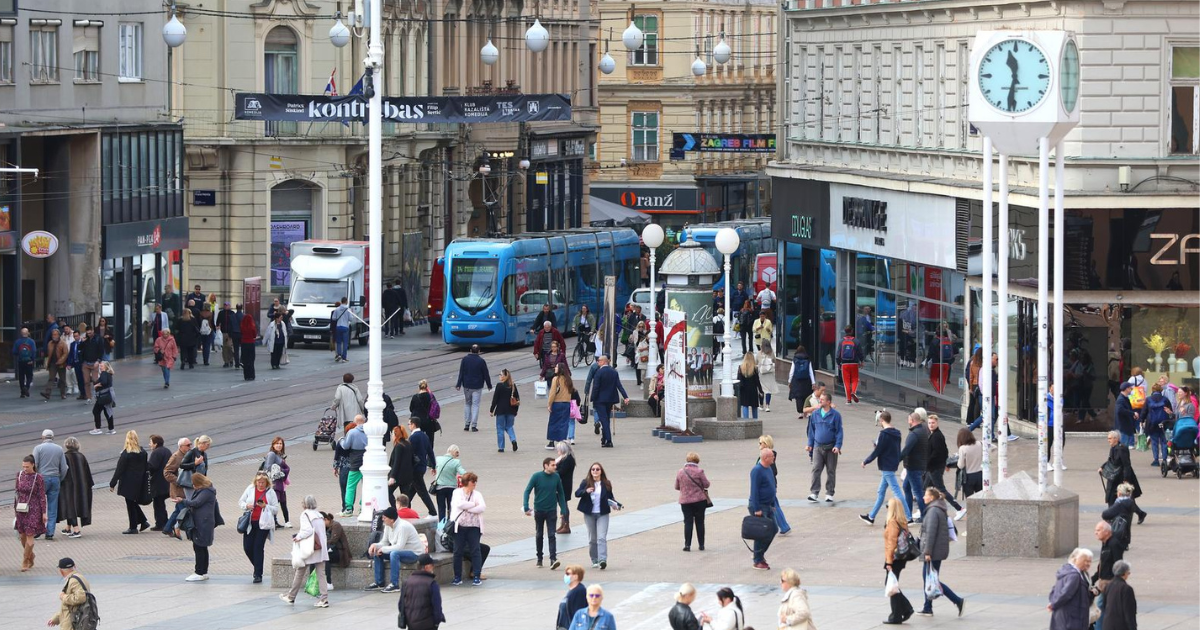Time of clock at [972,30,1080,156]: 11:31
